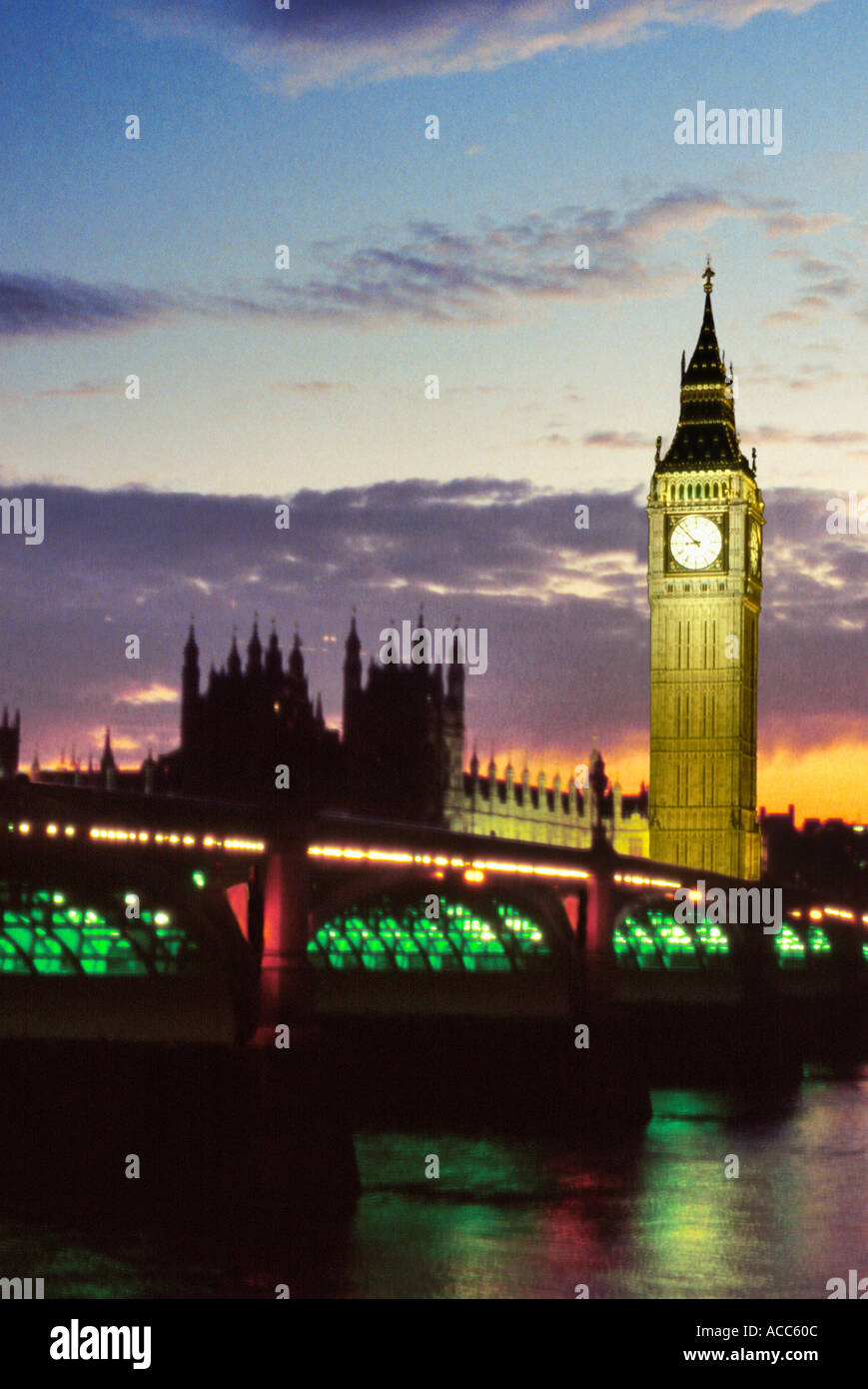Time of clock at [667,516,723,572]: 8:52
